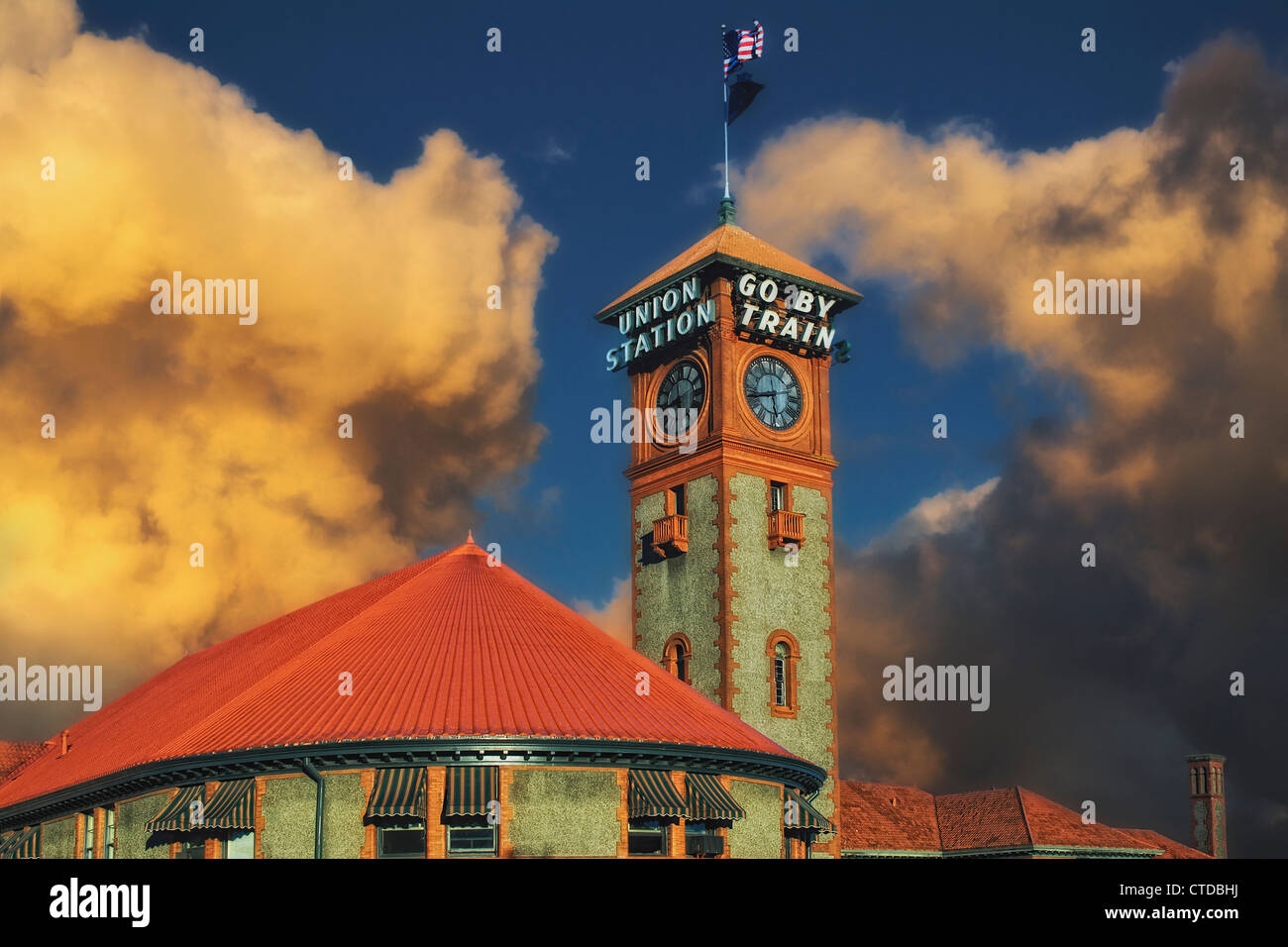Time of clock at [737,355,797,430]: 5:42
